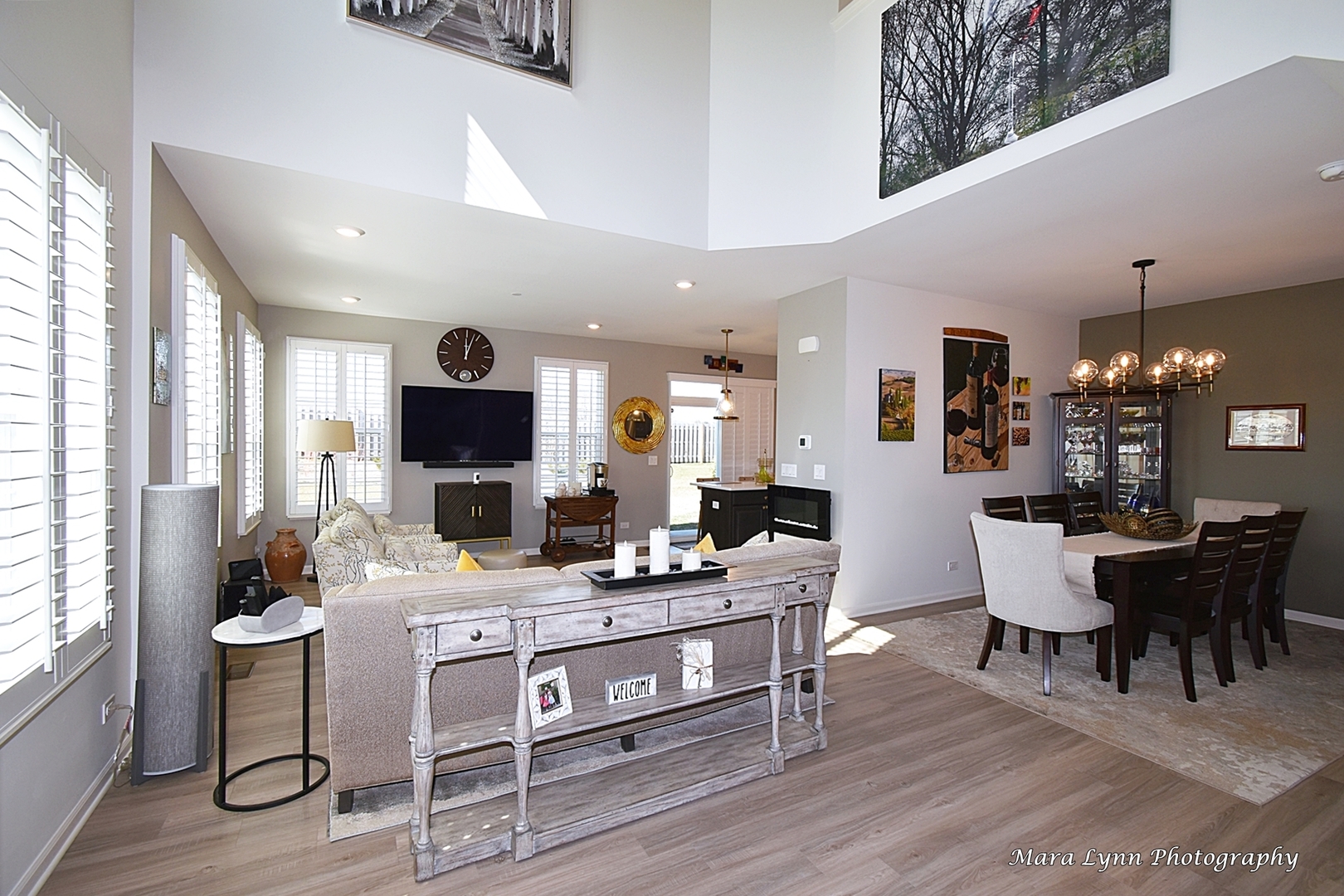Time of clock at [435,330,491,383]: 12:03
